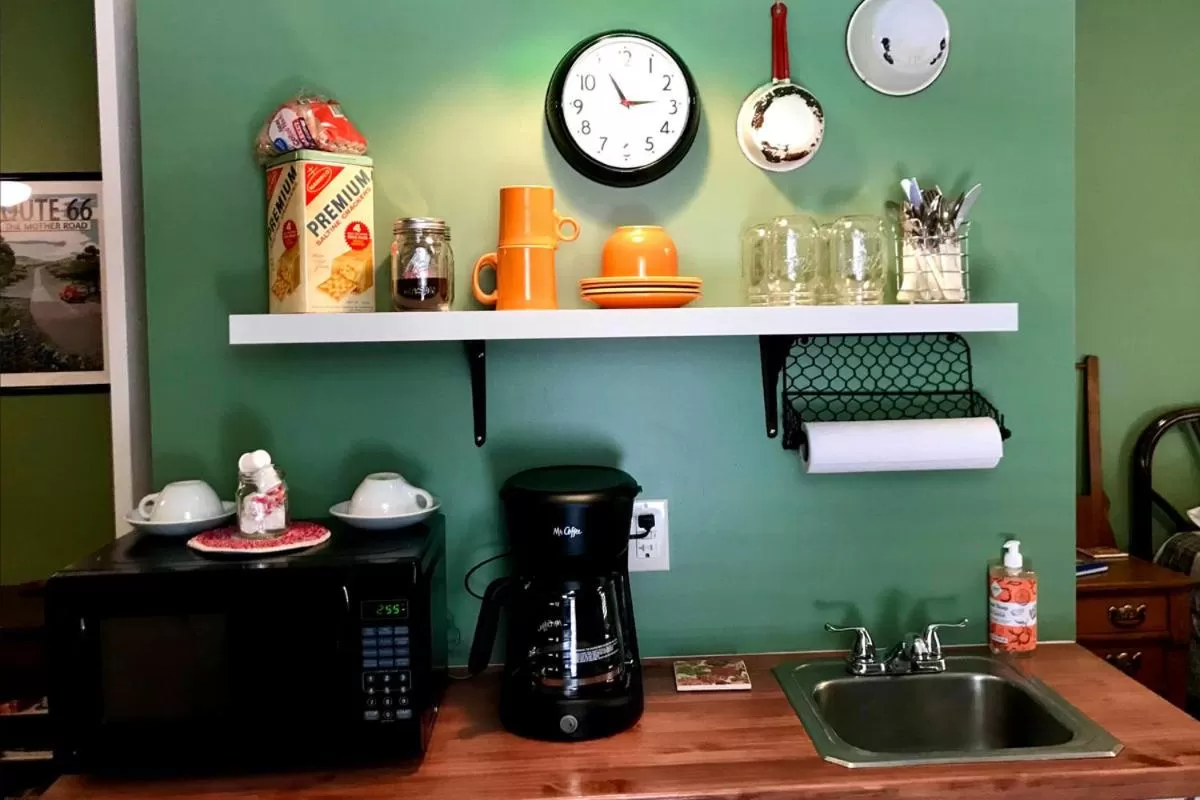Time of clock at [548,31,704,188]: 2:54
